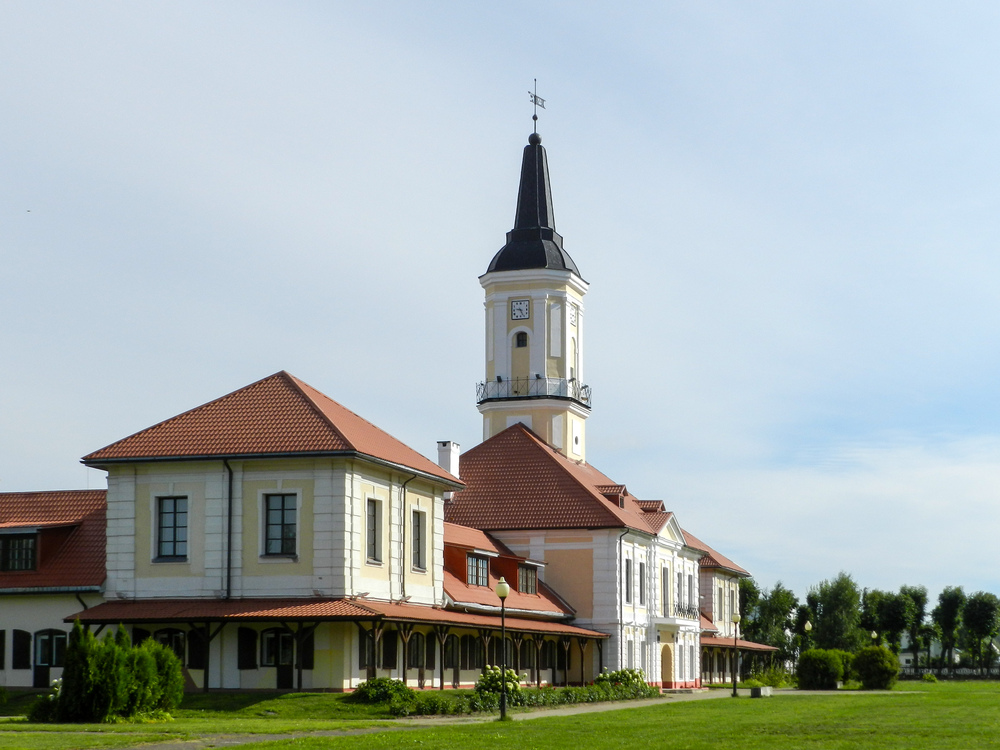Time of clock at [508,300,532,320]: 9:25
